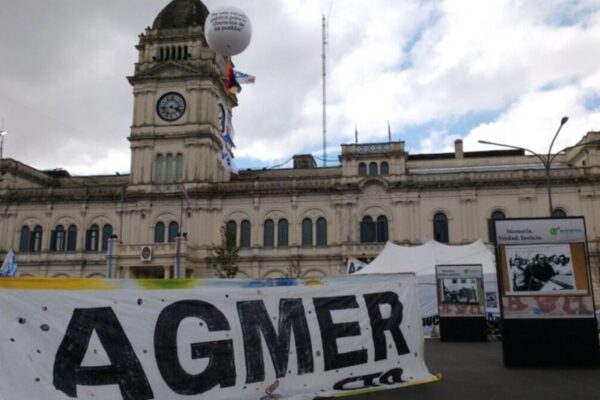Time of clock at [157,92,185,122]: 3:43
